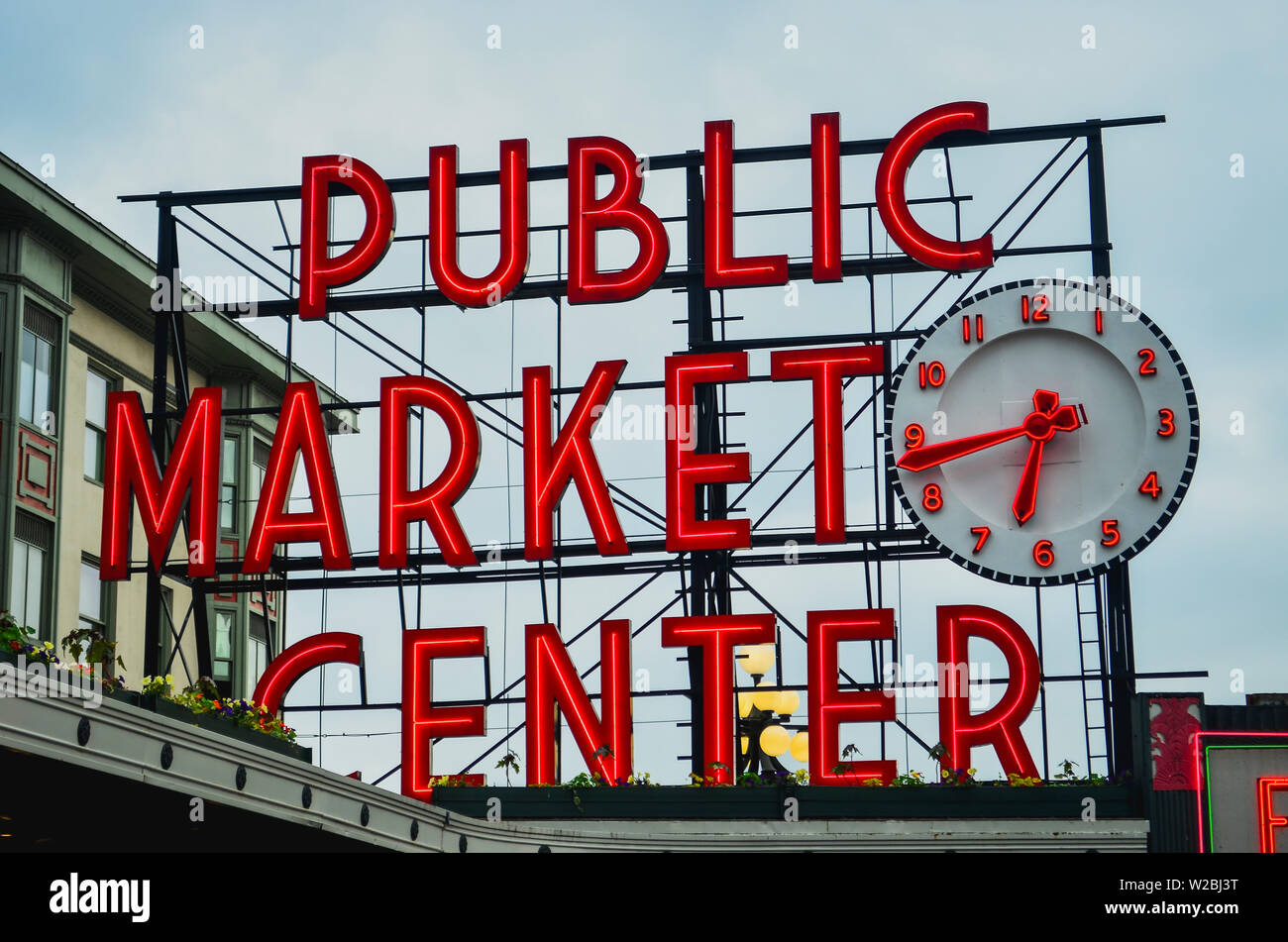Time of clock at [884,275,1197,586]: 6:42
